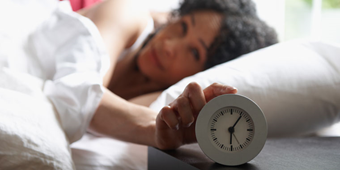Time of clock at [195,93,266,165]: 6:05
